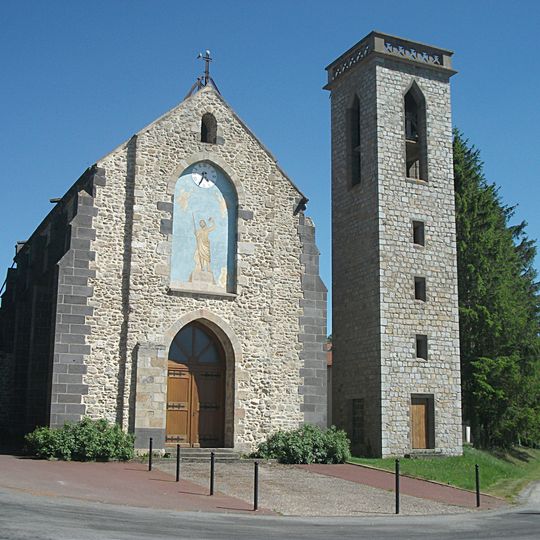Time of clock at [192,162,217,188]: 4:34
